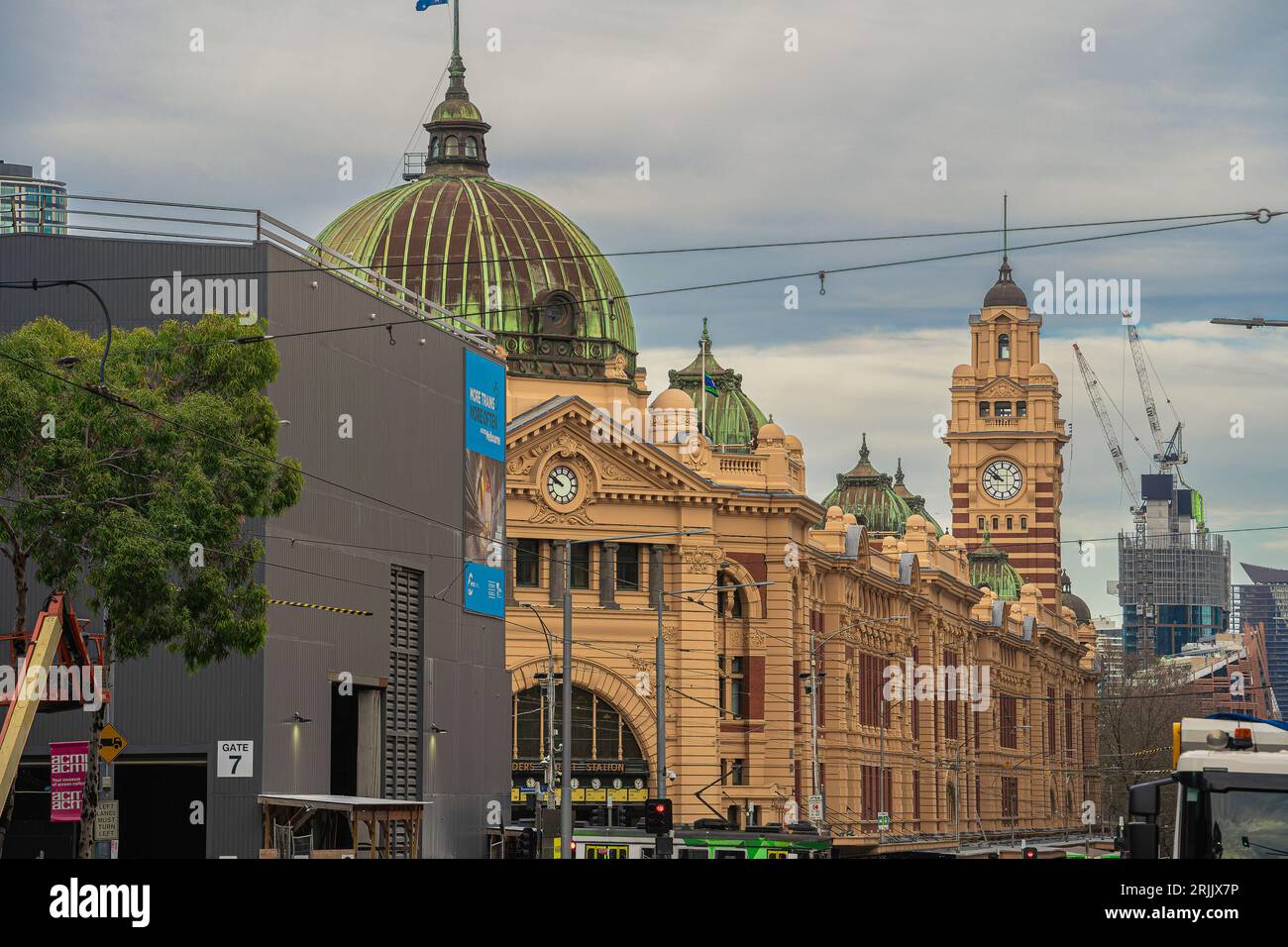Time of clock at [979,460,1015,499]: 9:51
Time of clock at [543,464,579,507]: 9:50
